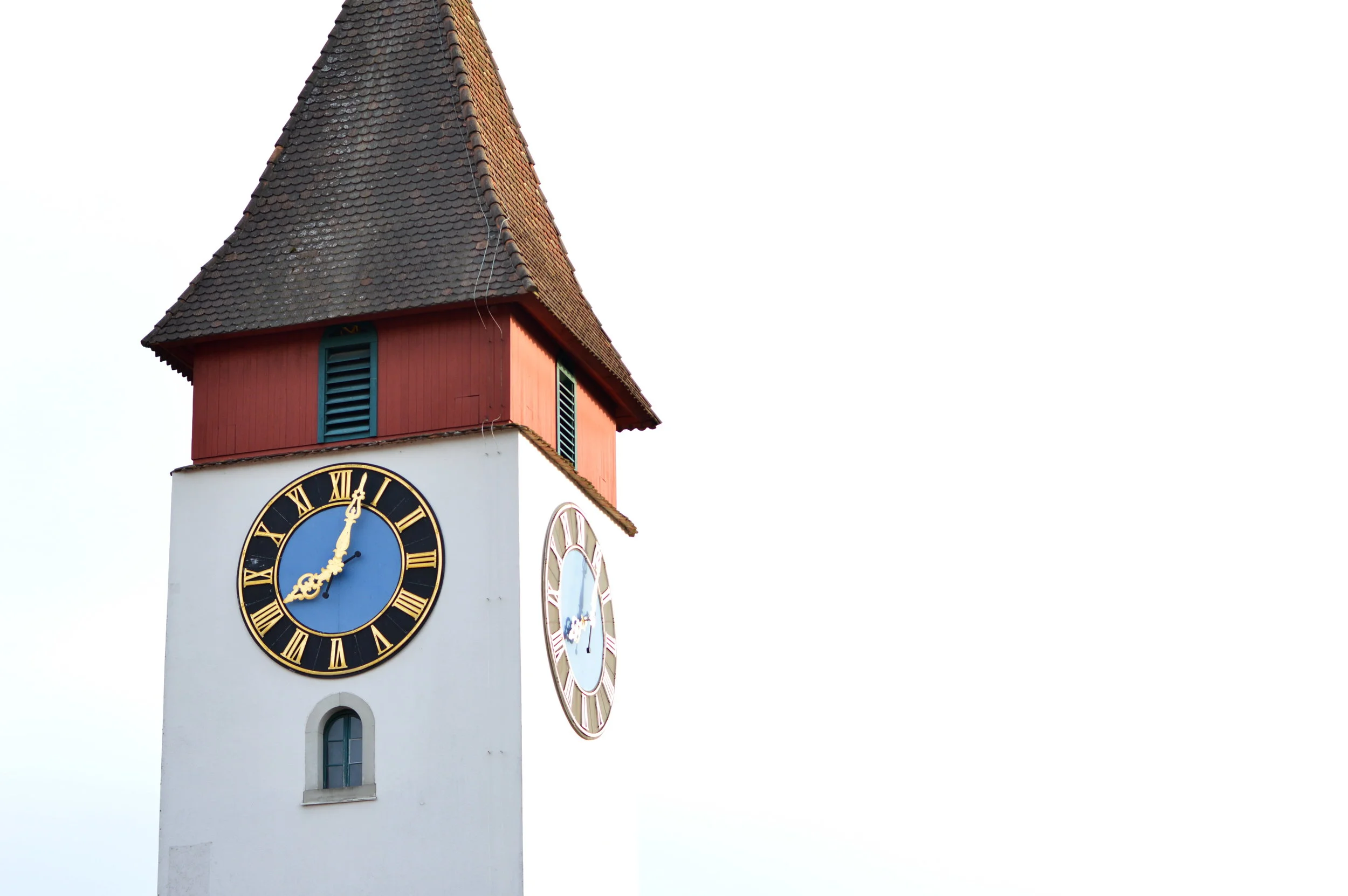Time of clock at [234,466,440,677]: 8:02
